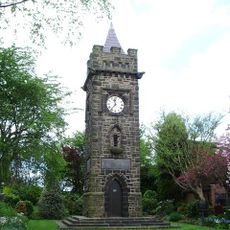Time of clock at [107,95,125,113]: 11:36
